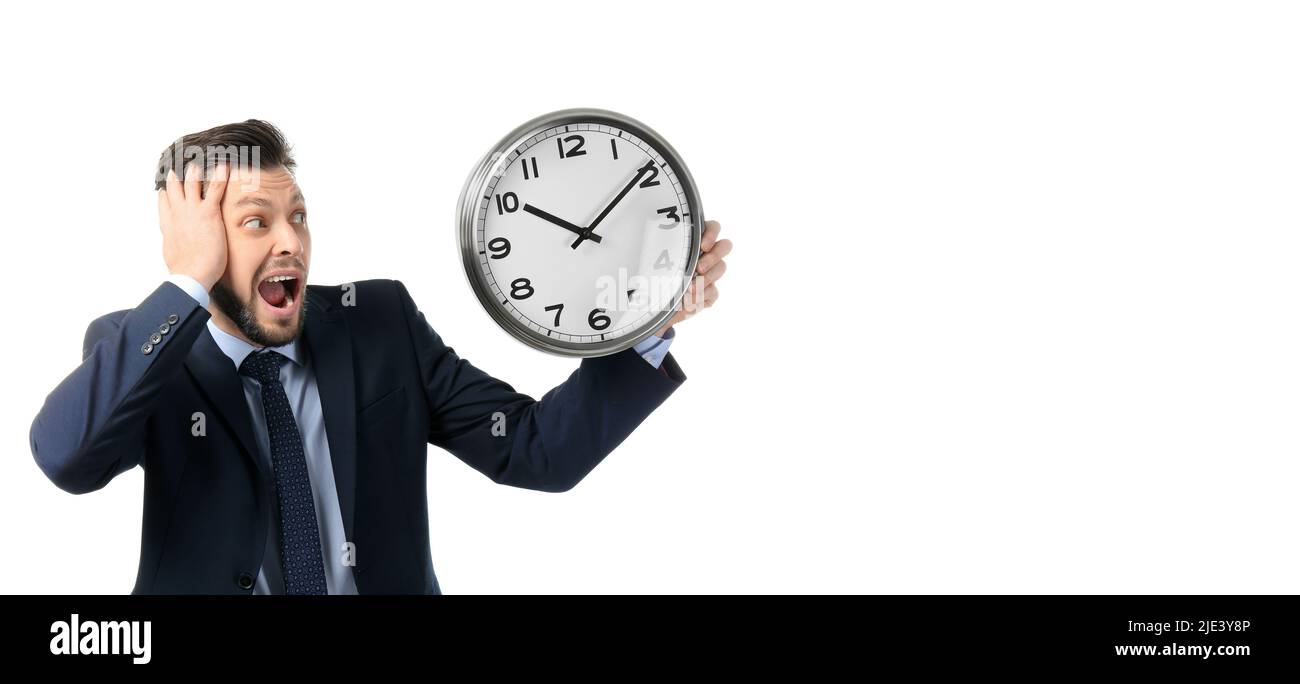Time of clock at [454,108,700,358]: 10:09
